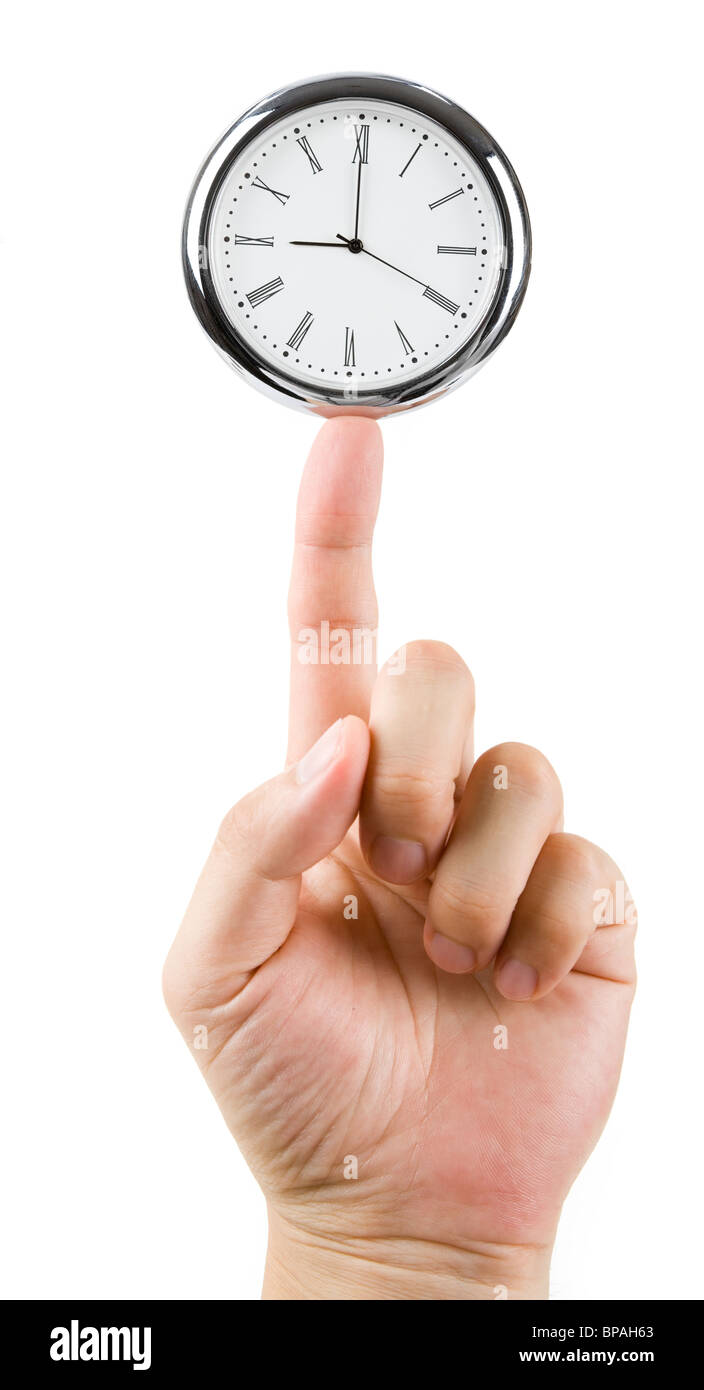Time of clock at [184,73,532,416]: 9:00
